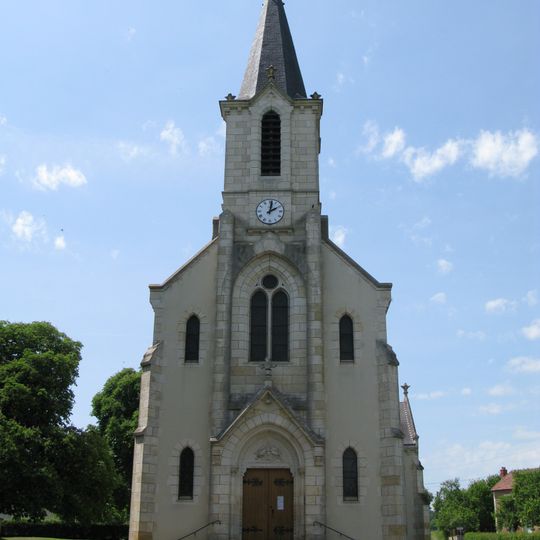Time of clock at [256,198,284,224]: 2:01
